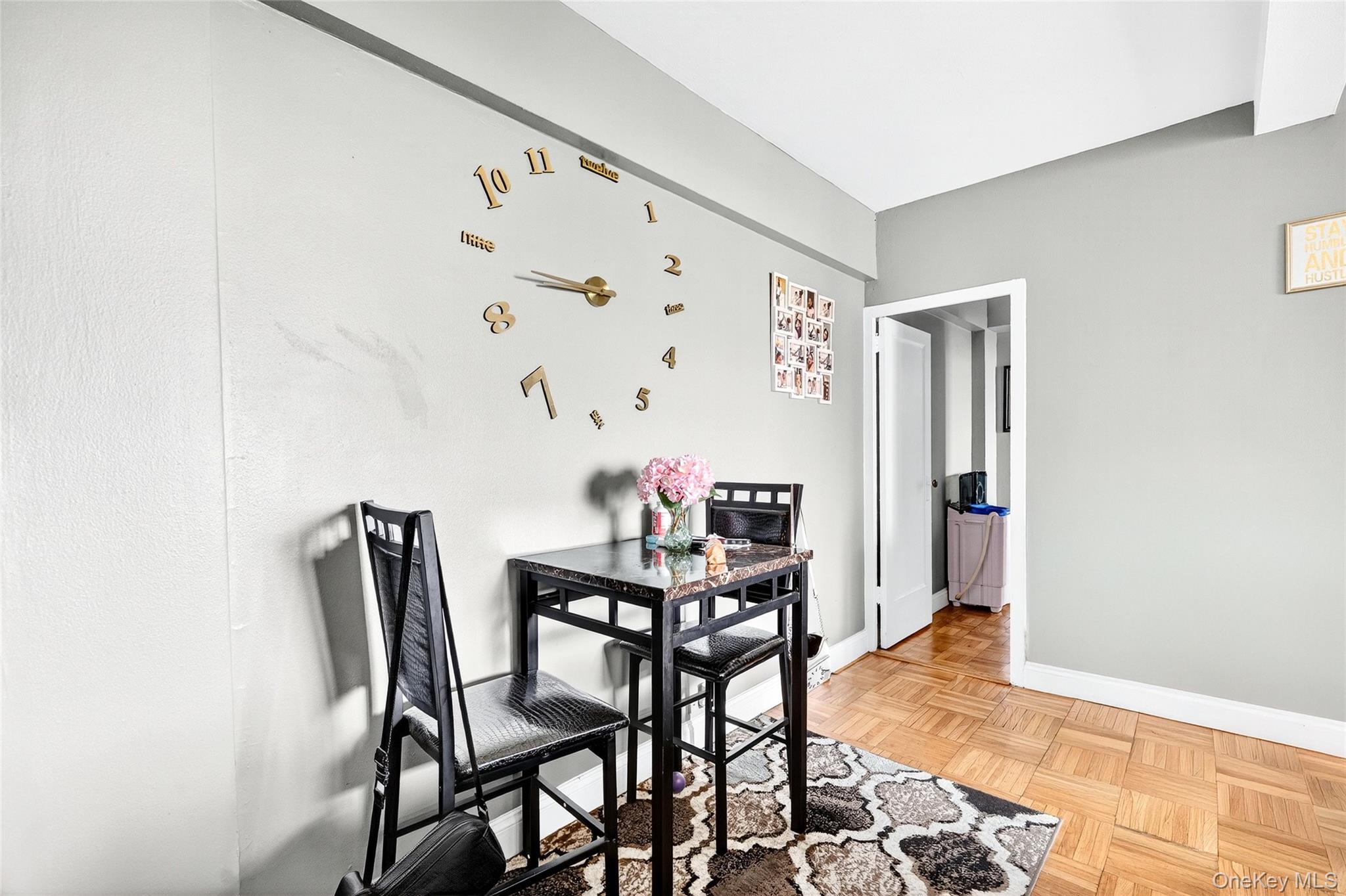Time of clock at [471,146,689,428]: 8:43
